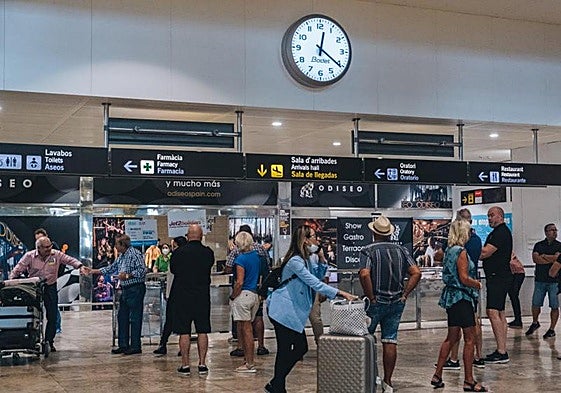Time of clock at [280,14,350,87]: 12:20
